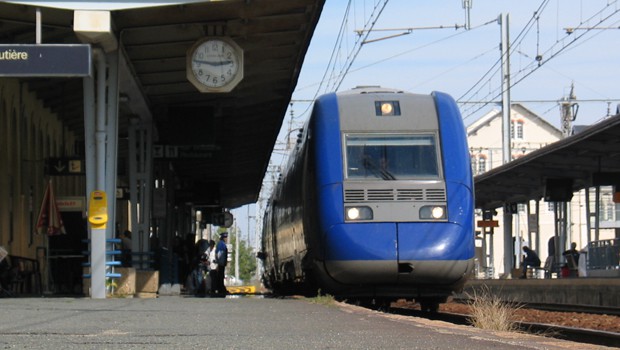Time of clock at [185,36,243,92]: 2:46
